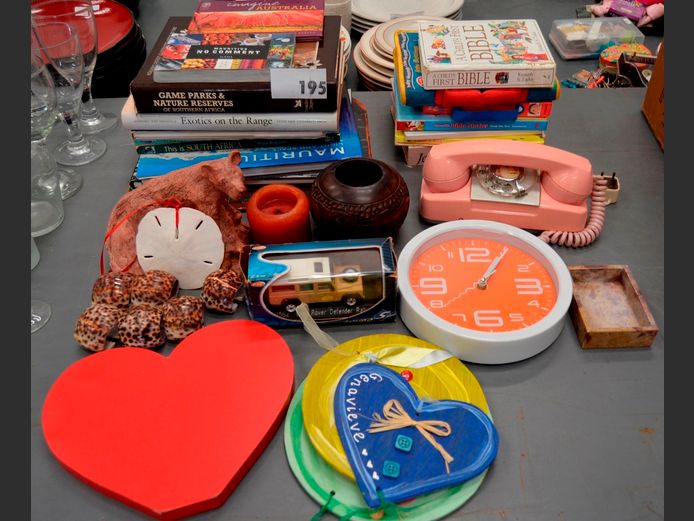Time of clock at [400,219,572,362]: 1:05
